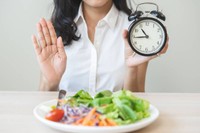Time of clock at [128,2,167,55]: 10:44
